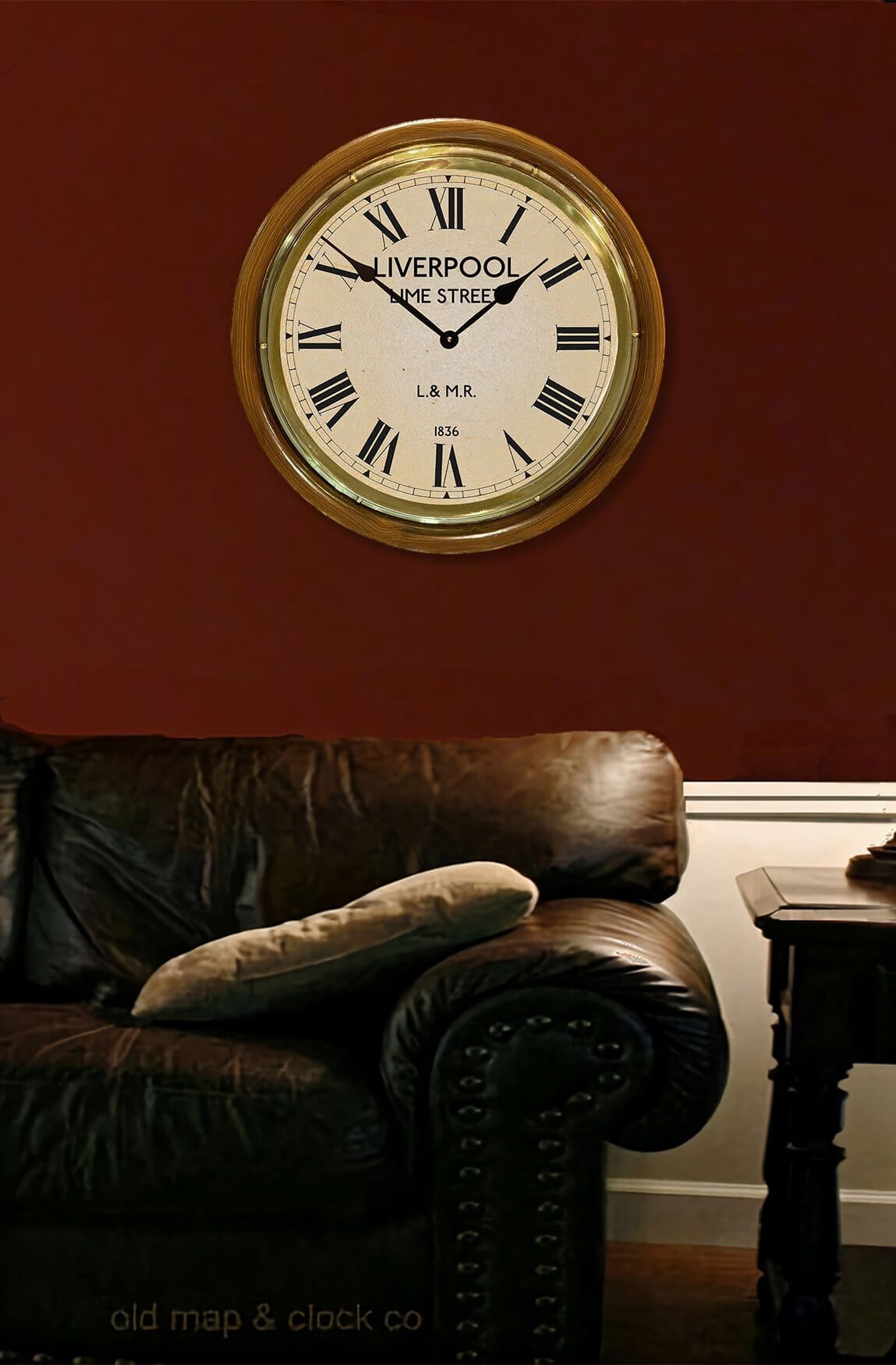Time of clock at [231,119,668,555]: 1:51
